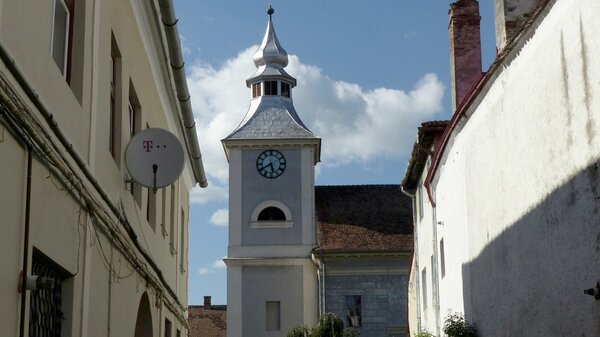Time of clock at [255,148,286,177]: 5:40
